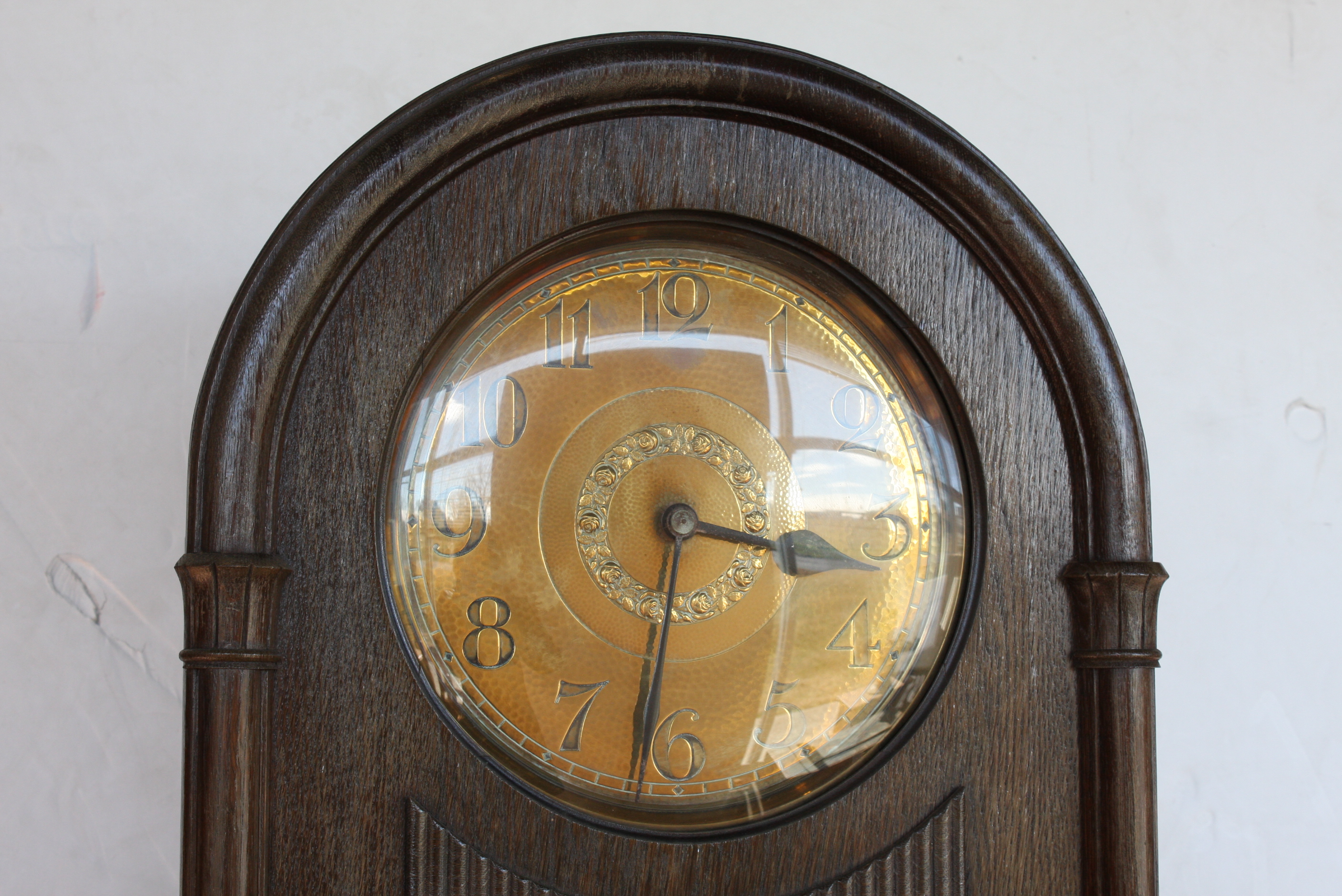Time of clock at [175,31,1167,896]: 3:31
